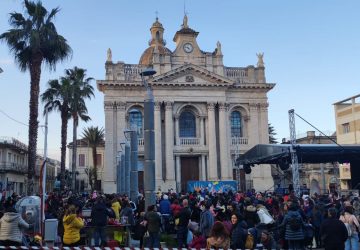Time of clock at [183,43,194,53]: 4:46
